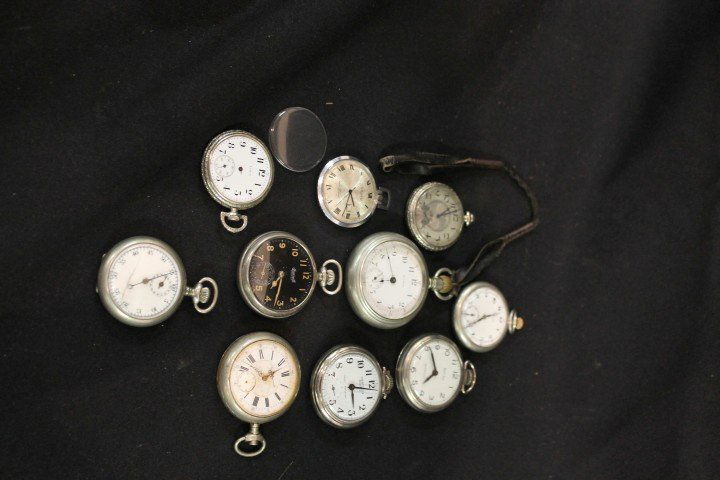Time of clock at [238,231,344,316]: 7:32
